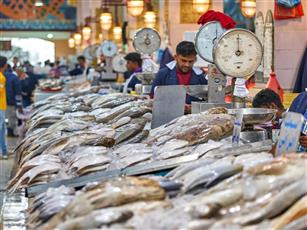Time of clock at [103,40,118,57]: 9:01
